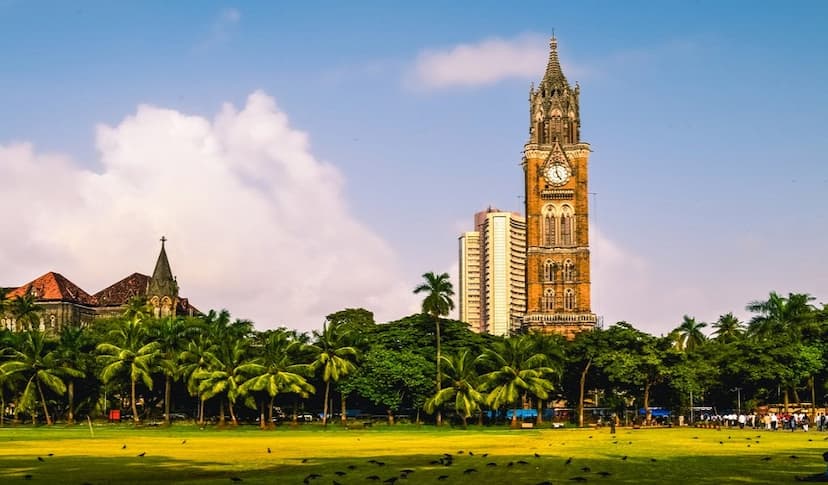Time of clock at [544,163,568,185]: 4:59
